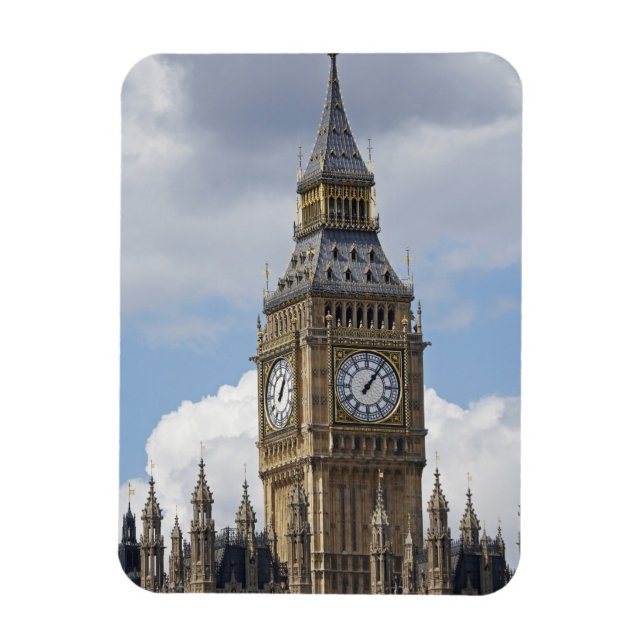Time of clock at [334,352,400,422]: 1:06
